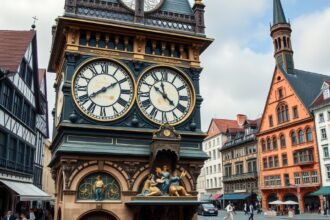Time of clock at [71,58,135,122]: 8:09
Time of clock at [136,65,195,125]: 11:21
